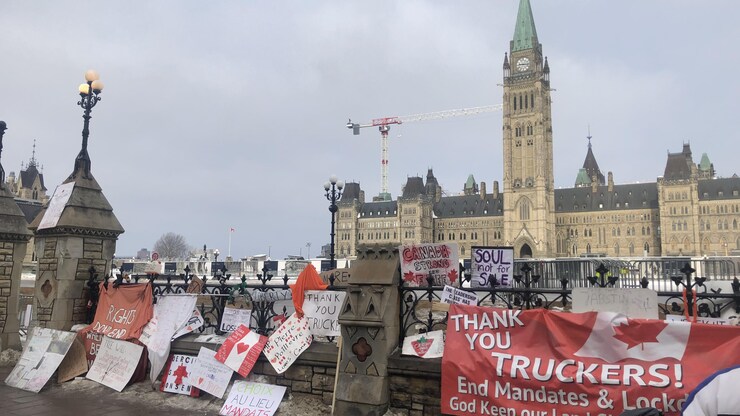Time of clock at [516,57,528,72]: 9:16
